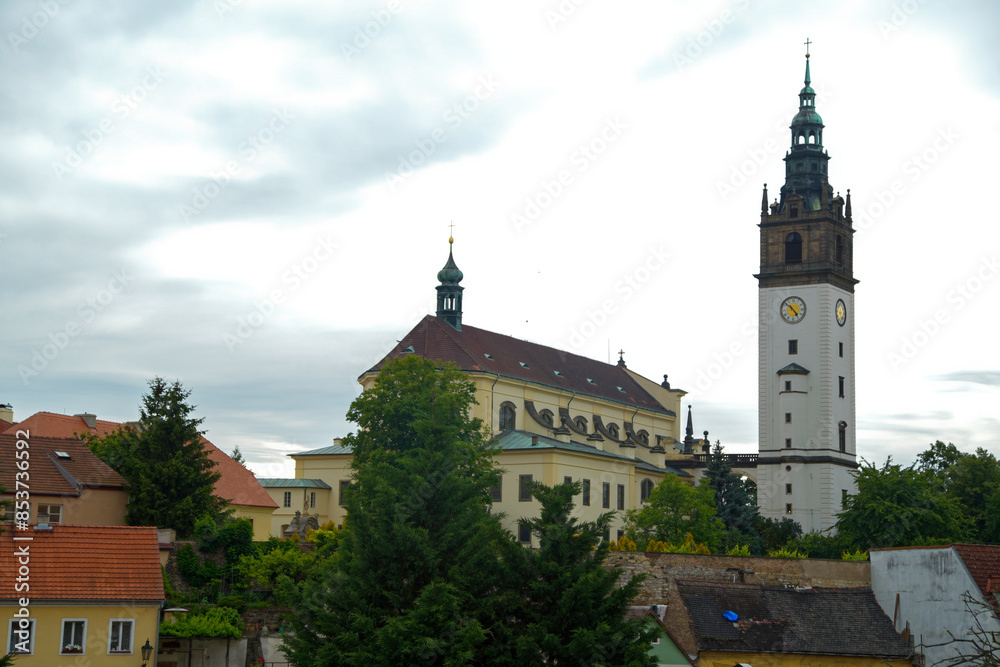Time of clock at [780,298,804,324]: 4:52
